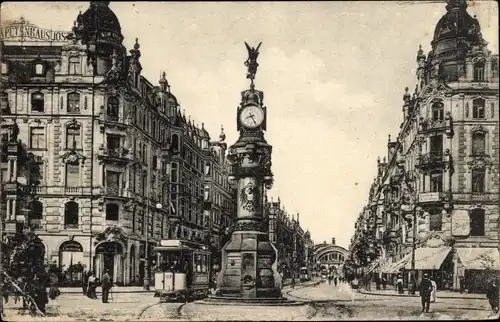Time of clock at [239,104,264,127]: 8:25
